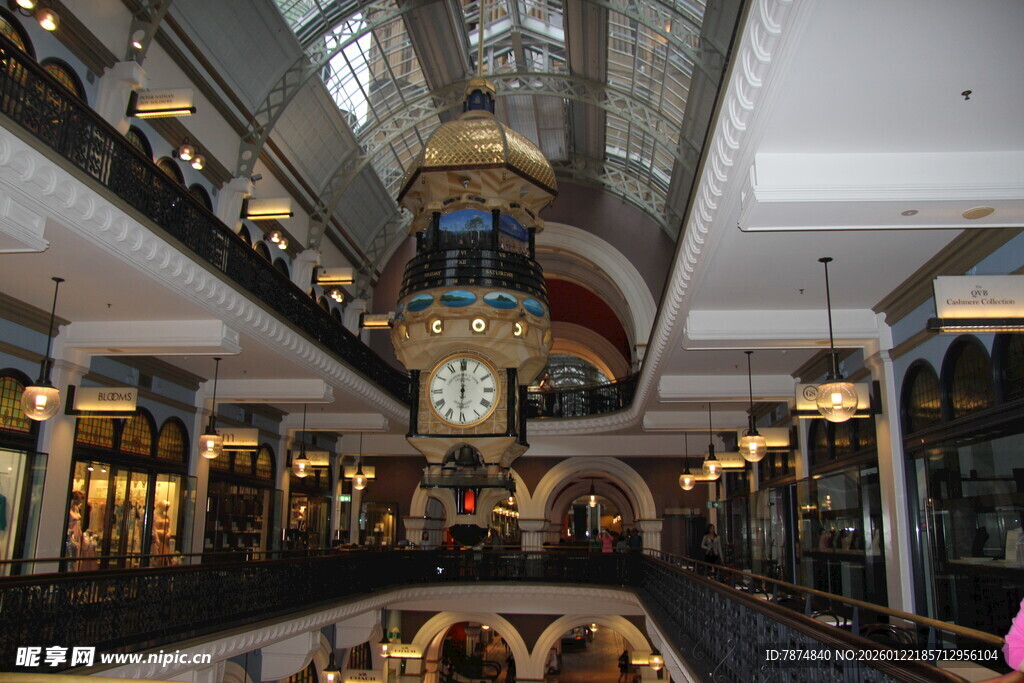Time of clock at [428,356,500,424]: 5:59
